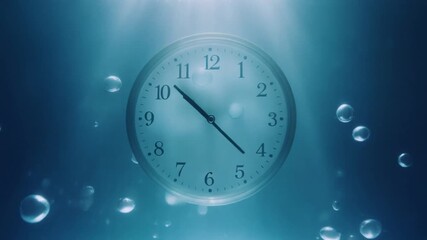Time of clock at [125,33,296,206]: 10:22
